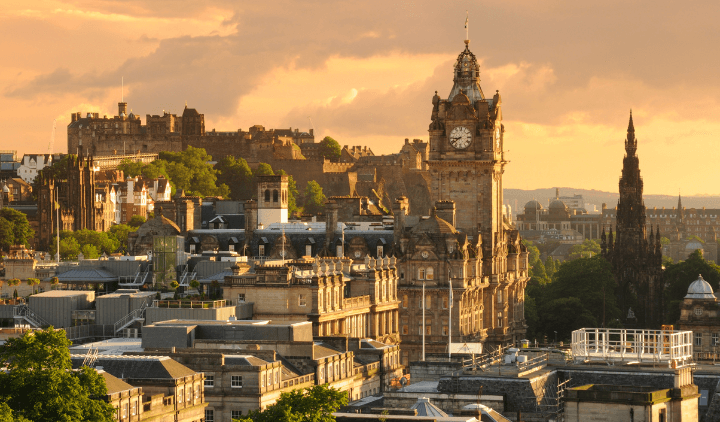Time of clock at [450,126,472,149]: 8:39
